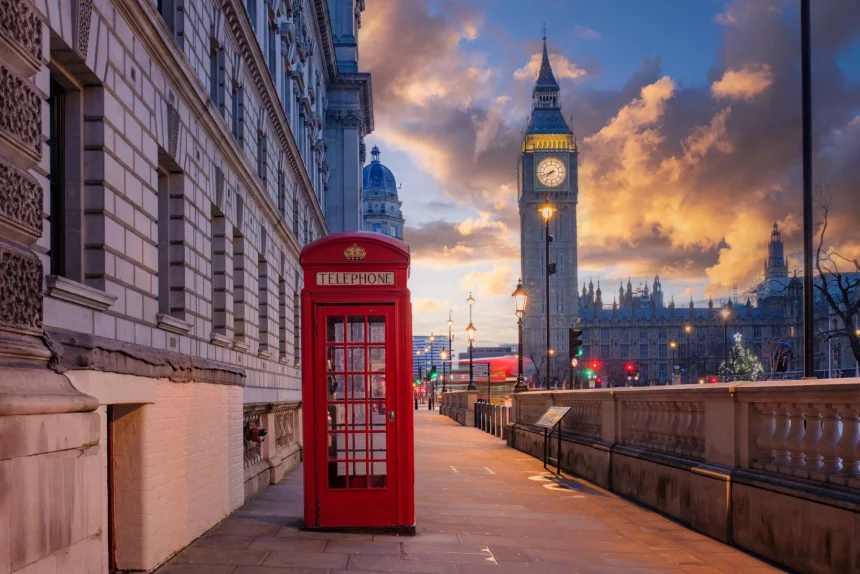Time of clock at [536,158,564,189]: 7:42
